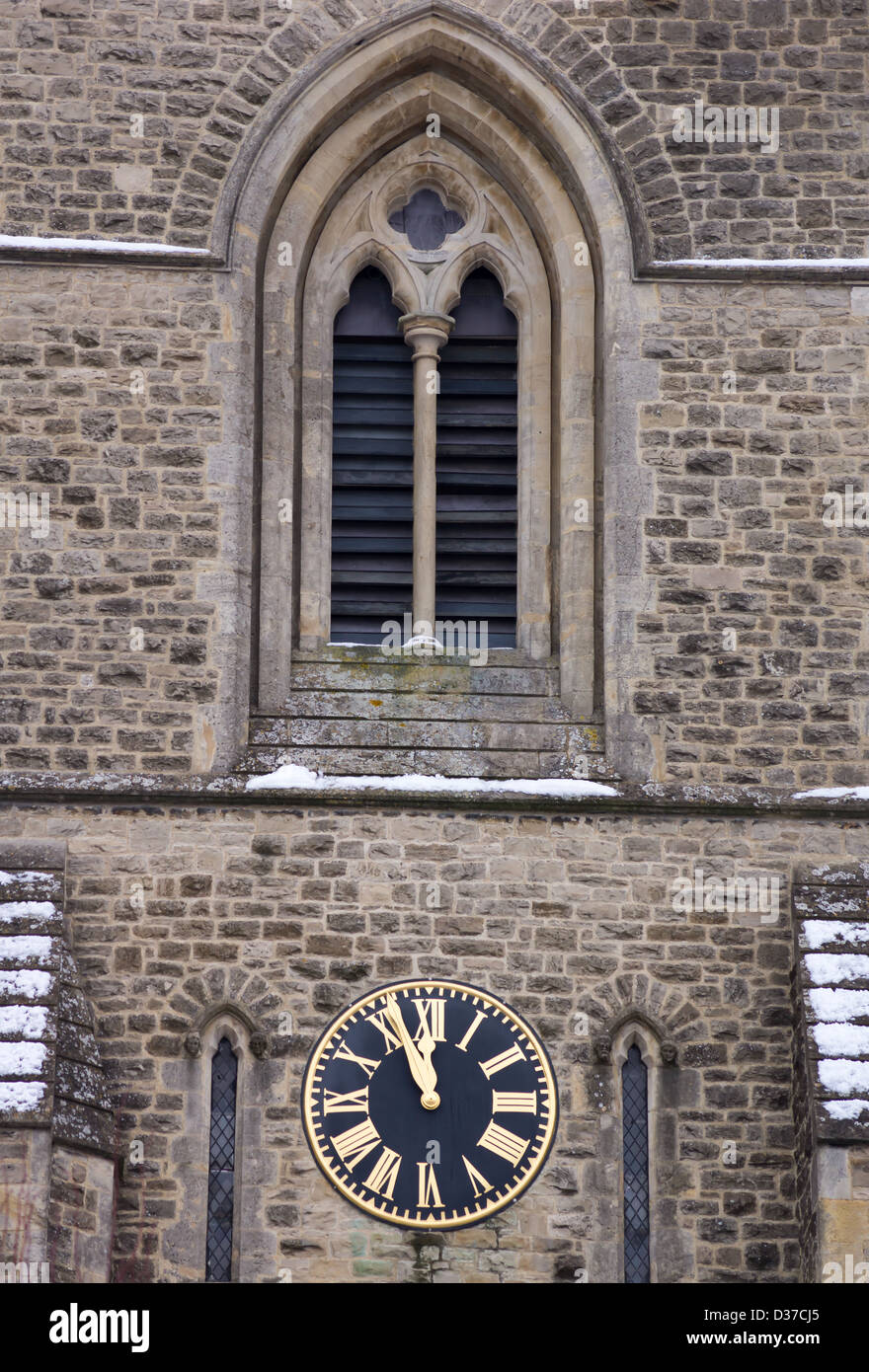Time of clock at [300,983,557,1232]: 11:56
